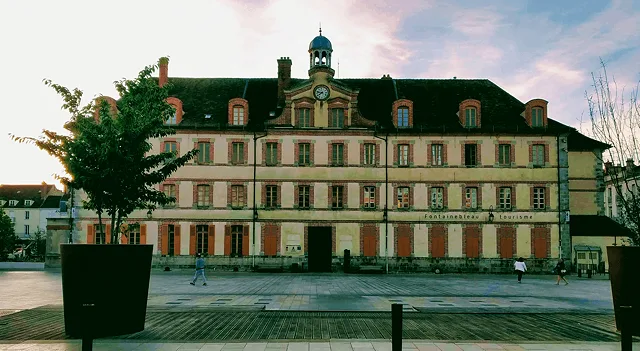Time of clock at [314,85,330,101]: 7:47
